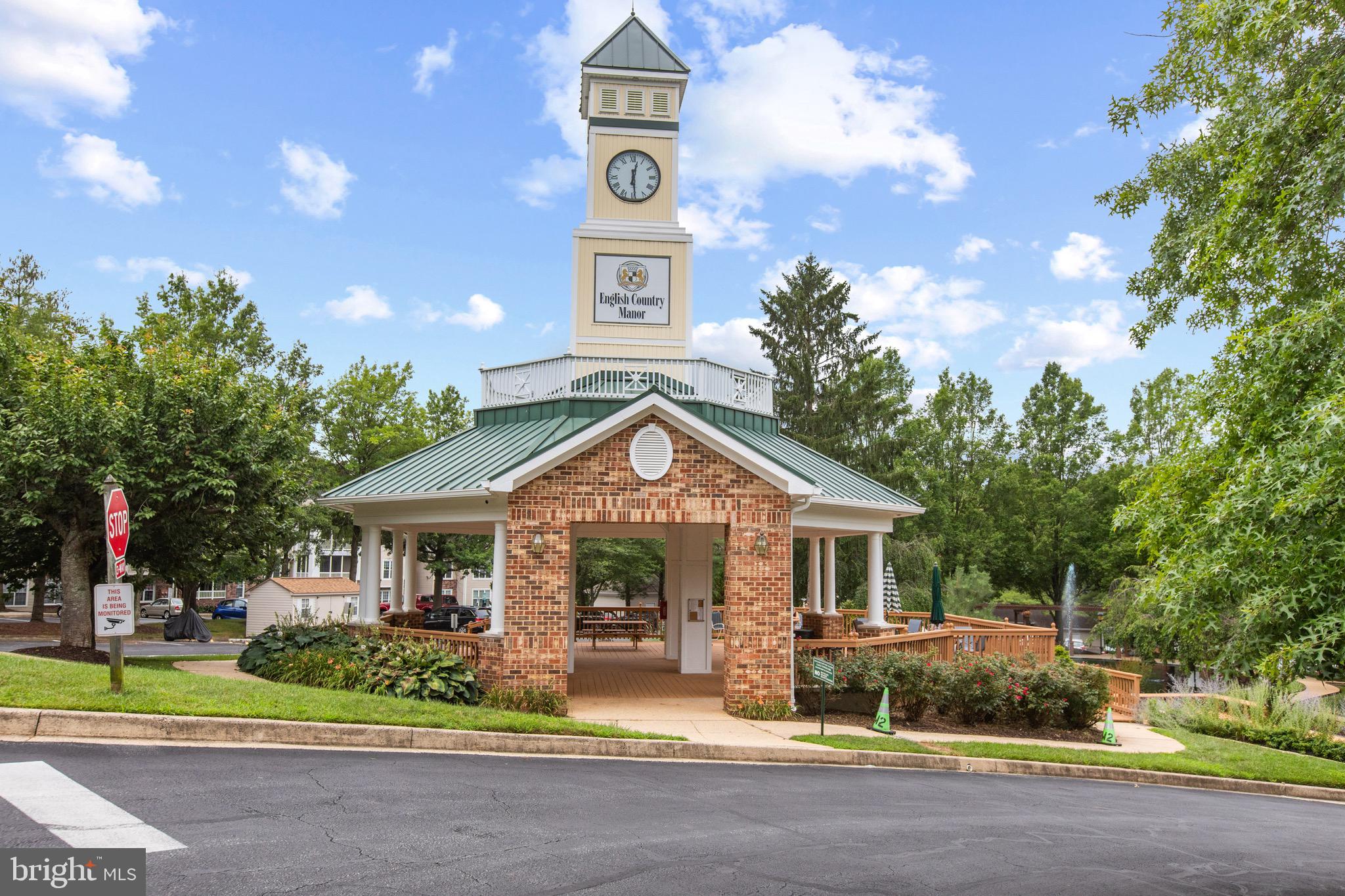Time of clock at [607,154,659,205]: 12:29
